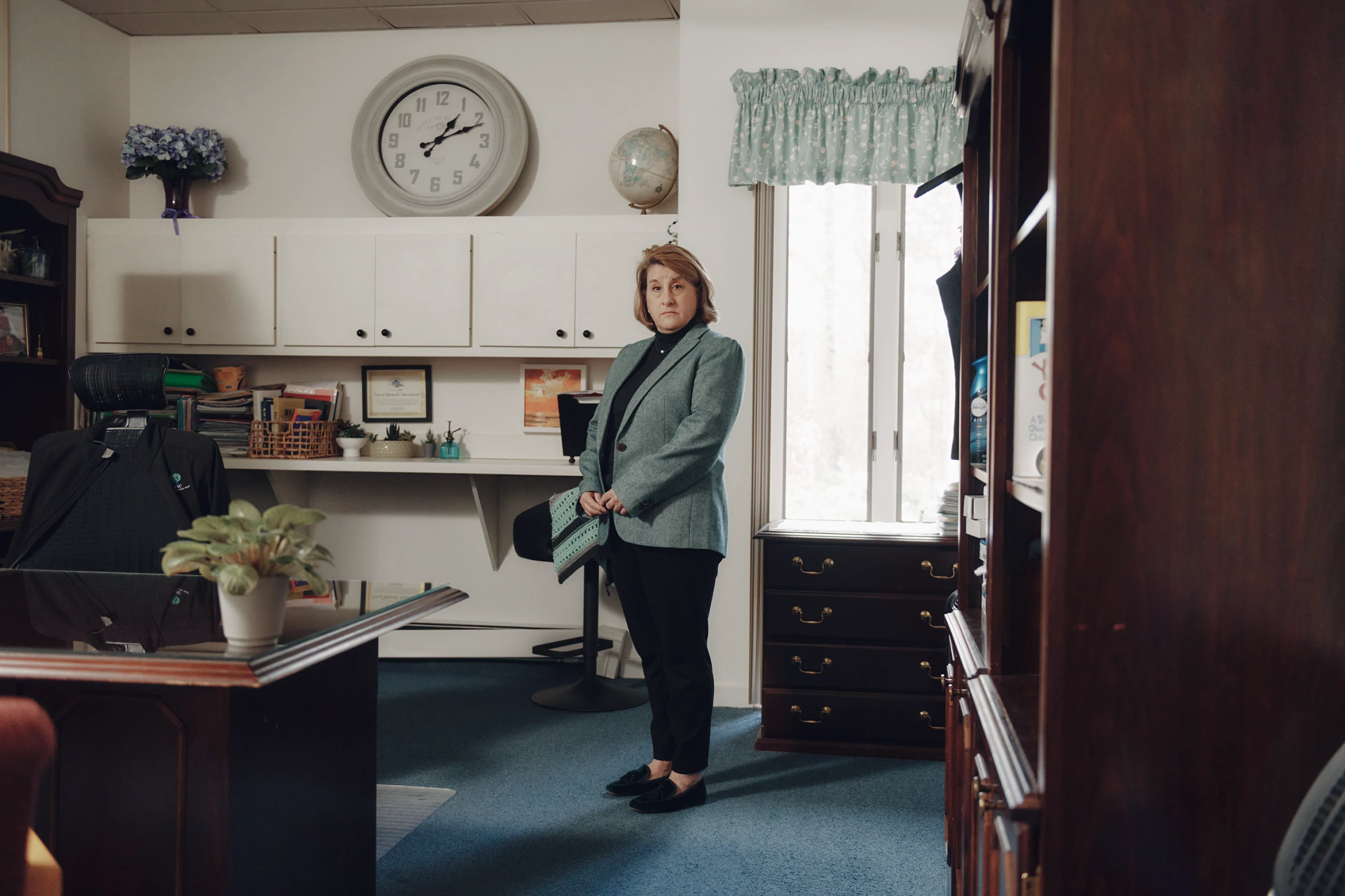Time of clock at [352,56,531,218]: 1:11
